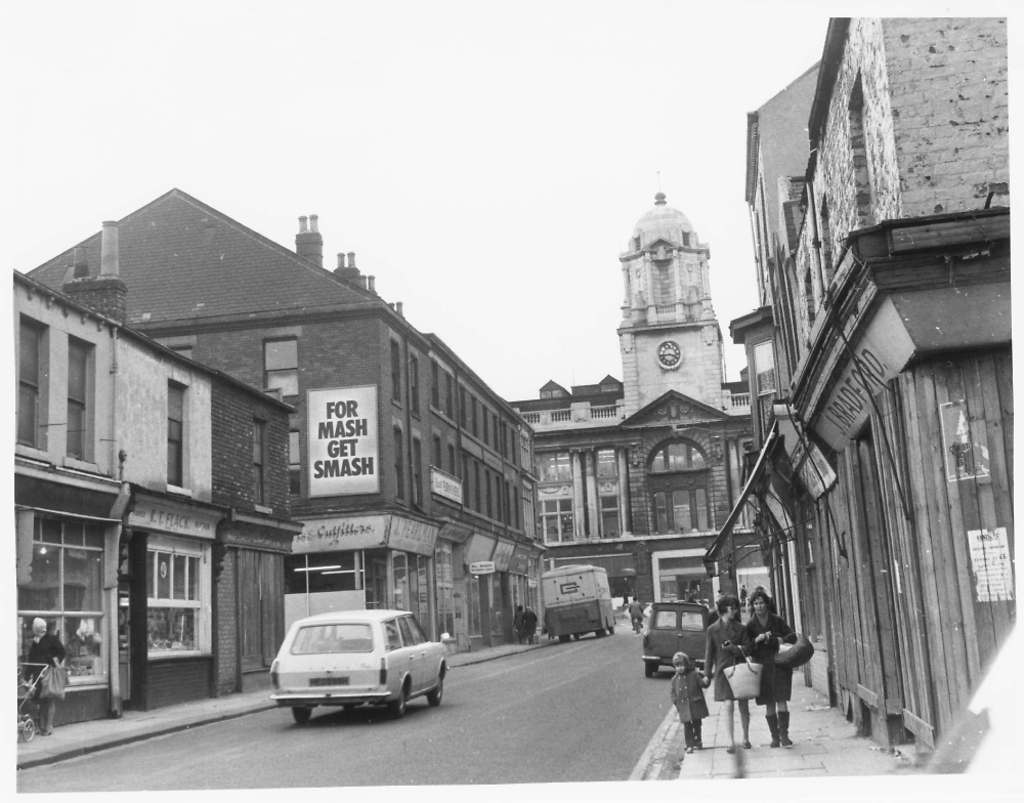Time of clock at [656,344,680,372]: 3:43
